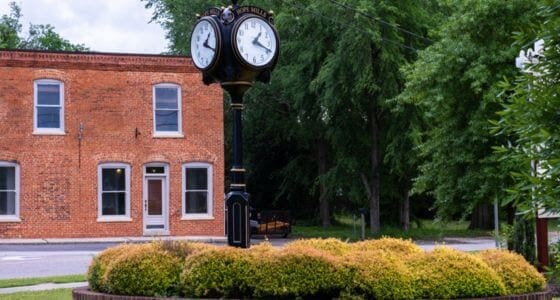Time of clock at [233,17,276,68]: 1:18
